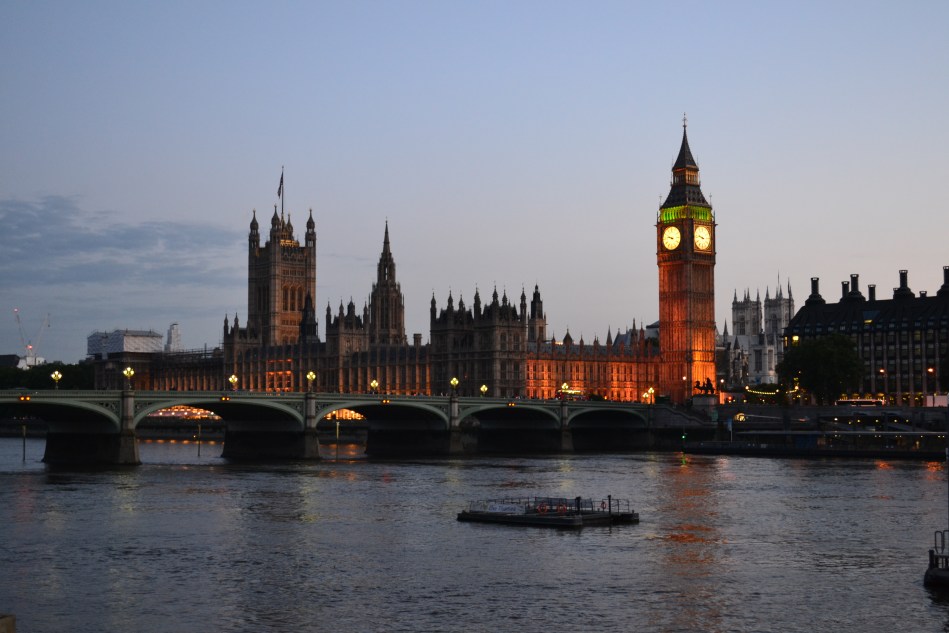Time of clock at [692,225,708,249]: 9:47
